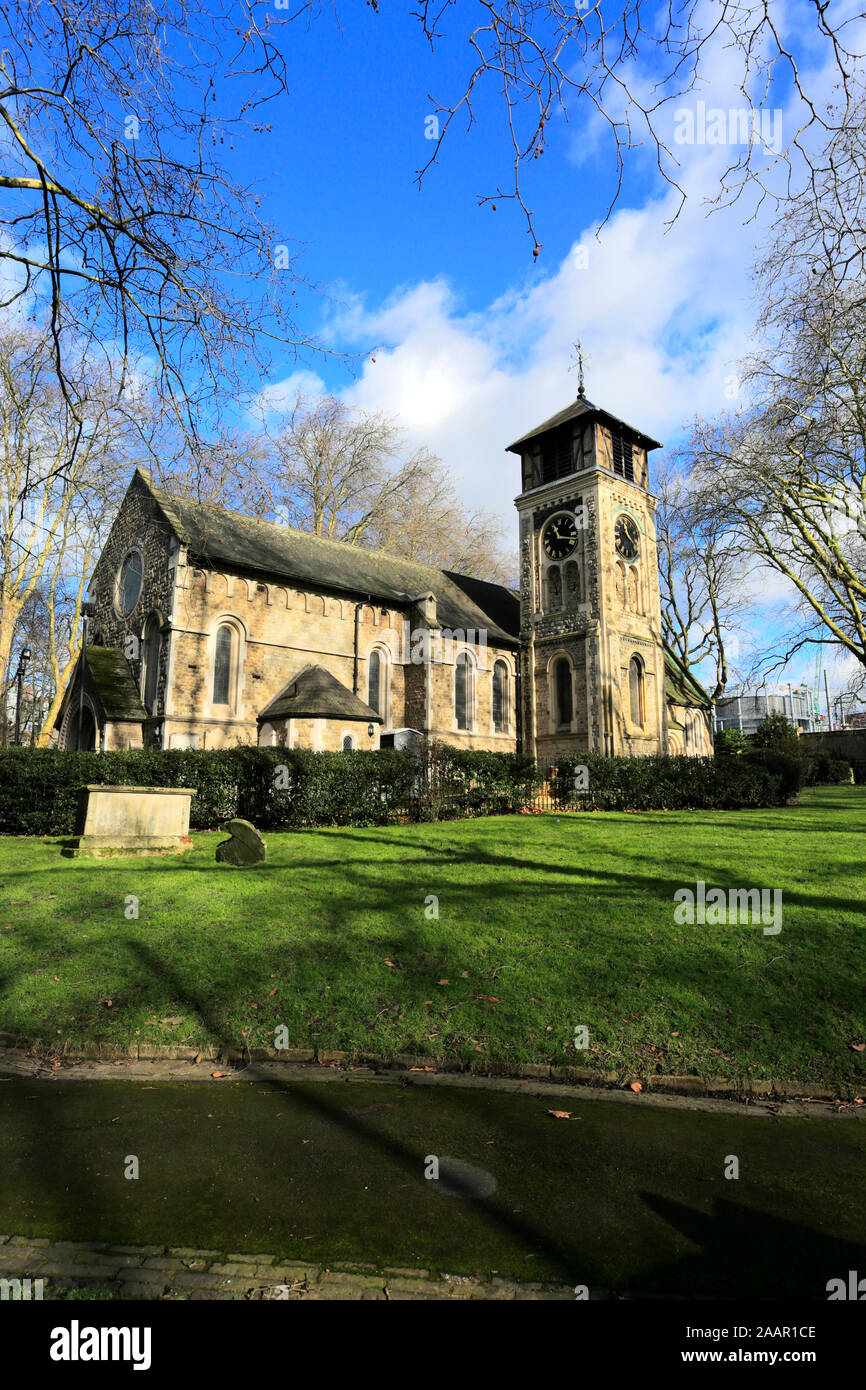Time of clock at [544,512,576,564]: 11:17
